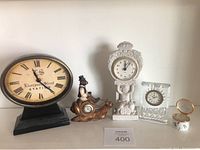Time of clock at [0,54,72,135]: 11:24
